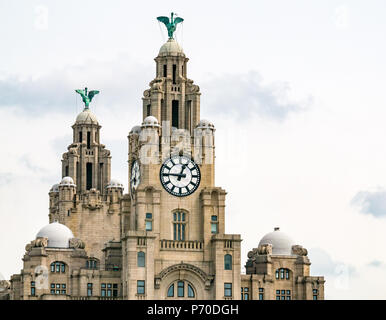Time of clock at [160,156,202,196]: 12:46
